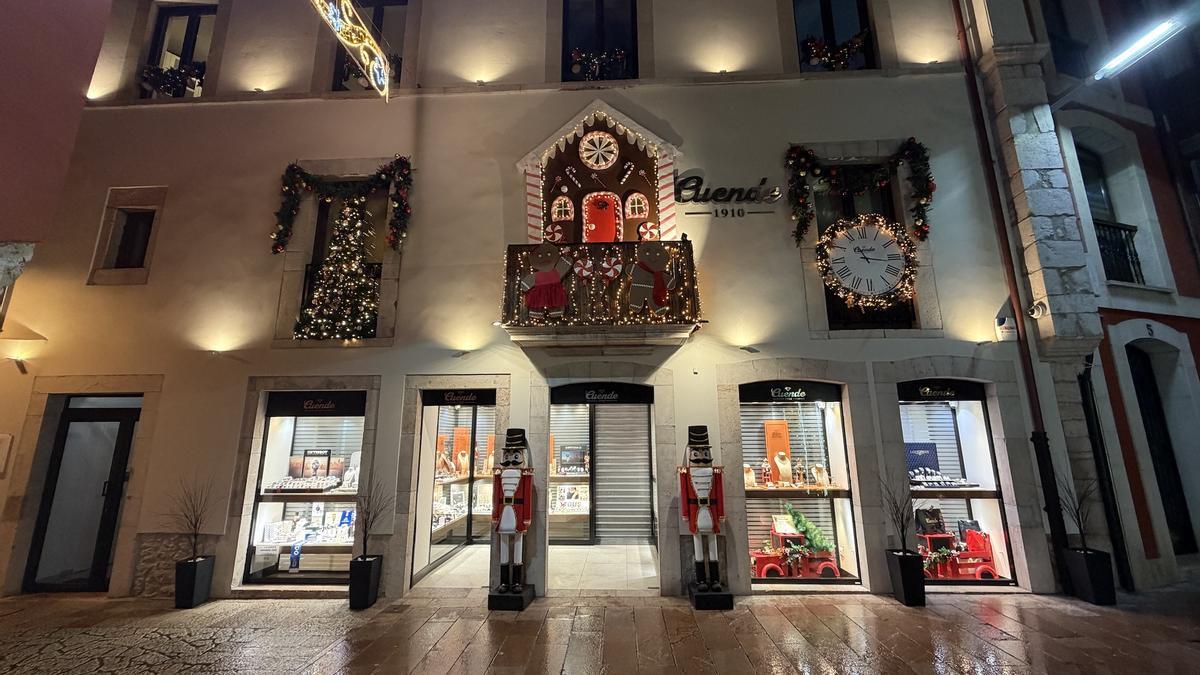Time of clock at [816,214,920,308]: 11:16
